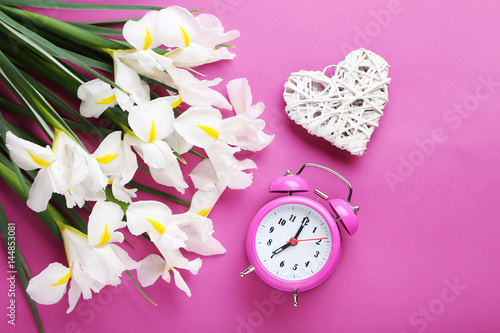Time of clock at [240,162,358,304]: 8:05
